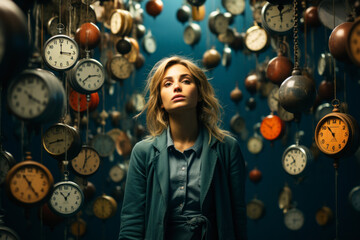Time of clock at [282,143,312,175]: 7:52
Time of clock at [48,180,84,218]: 12:53
